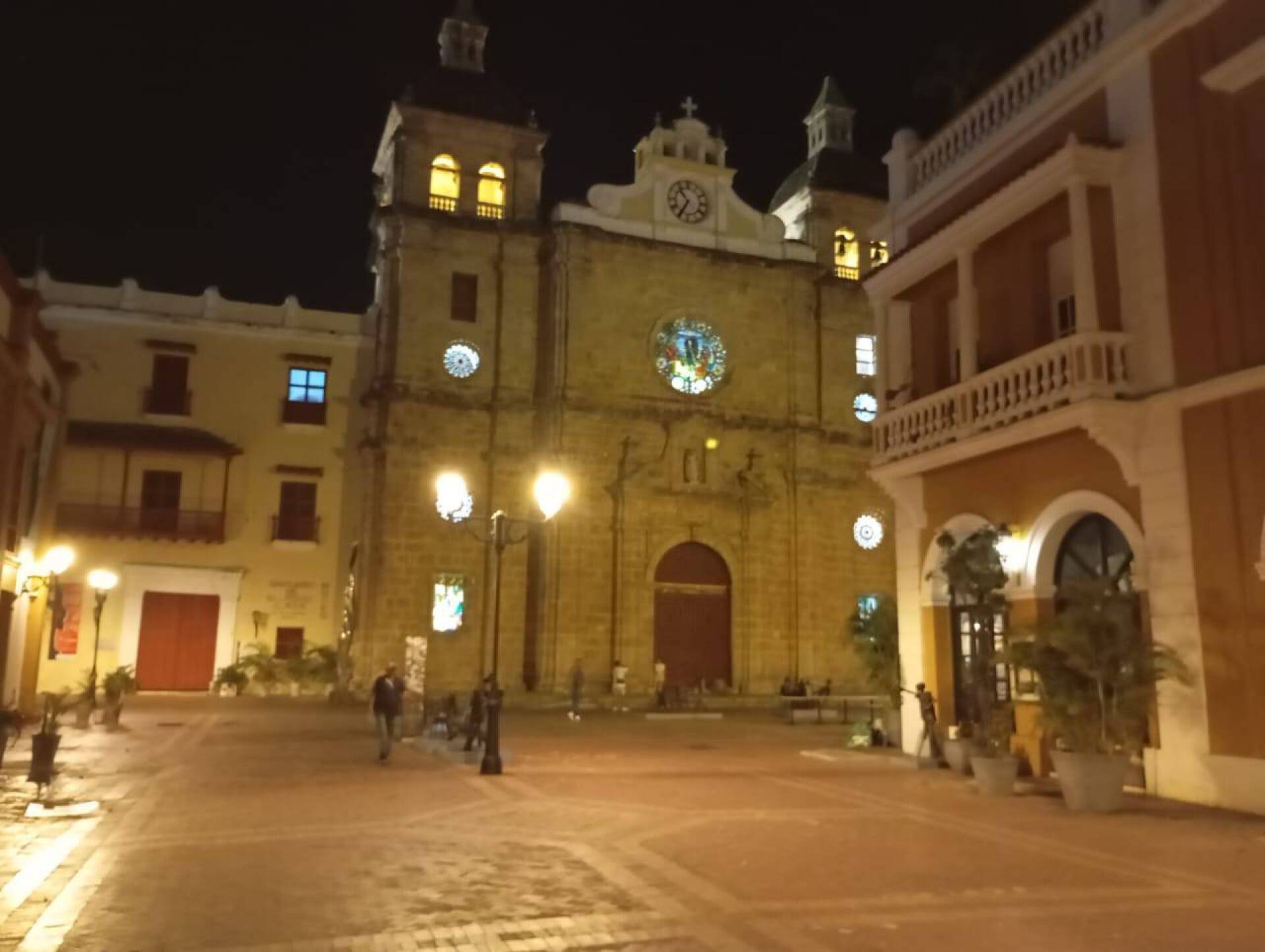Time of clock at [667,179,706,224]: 10:35
